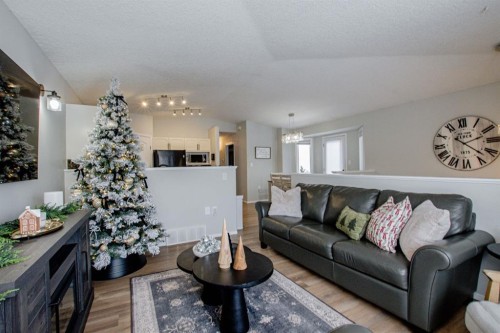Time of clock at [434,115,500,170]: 2:21
